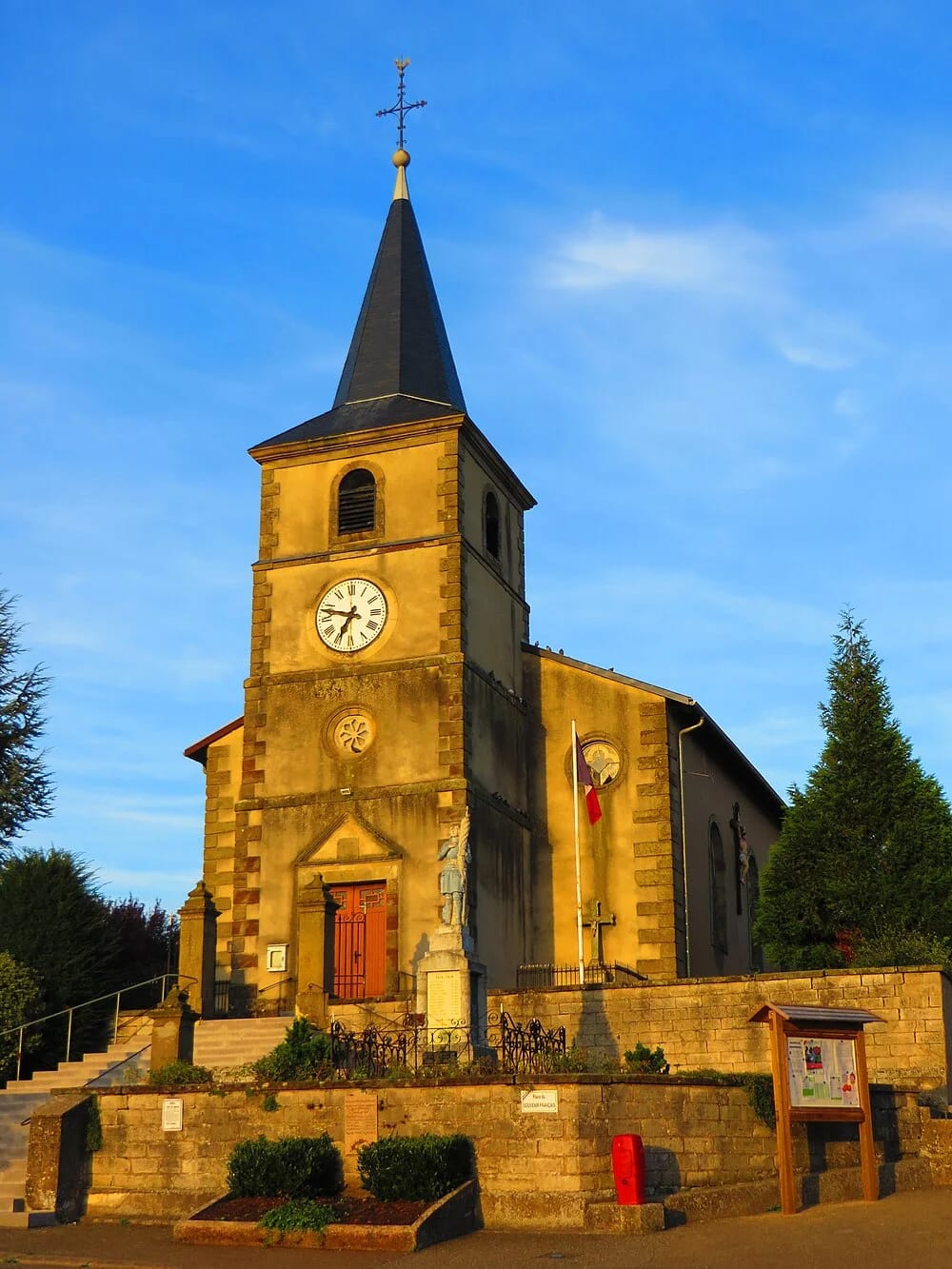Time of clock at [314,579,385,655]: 6:47
